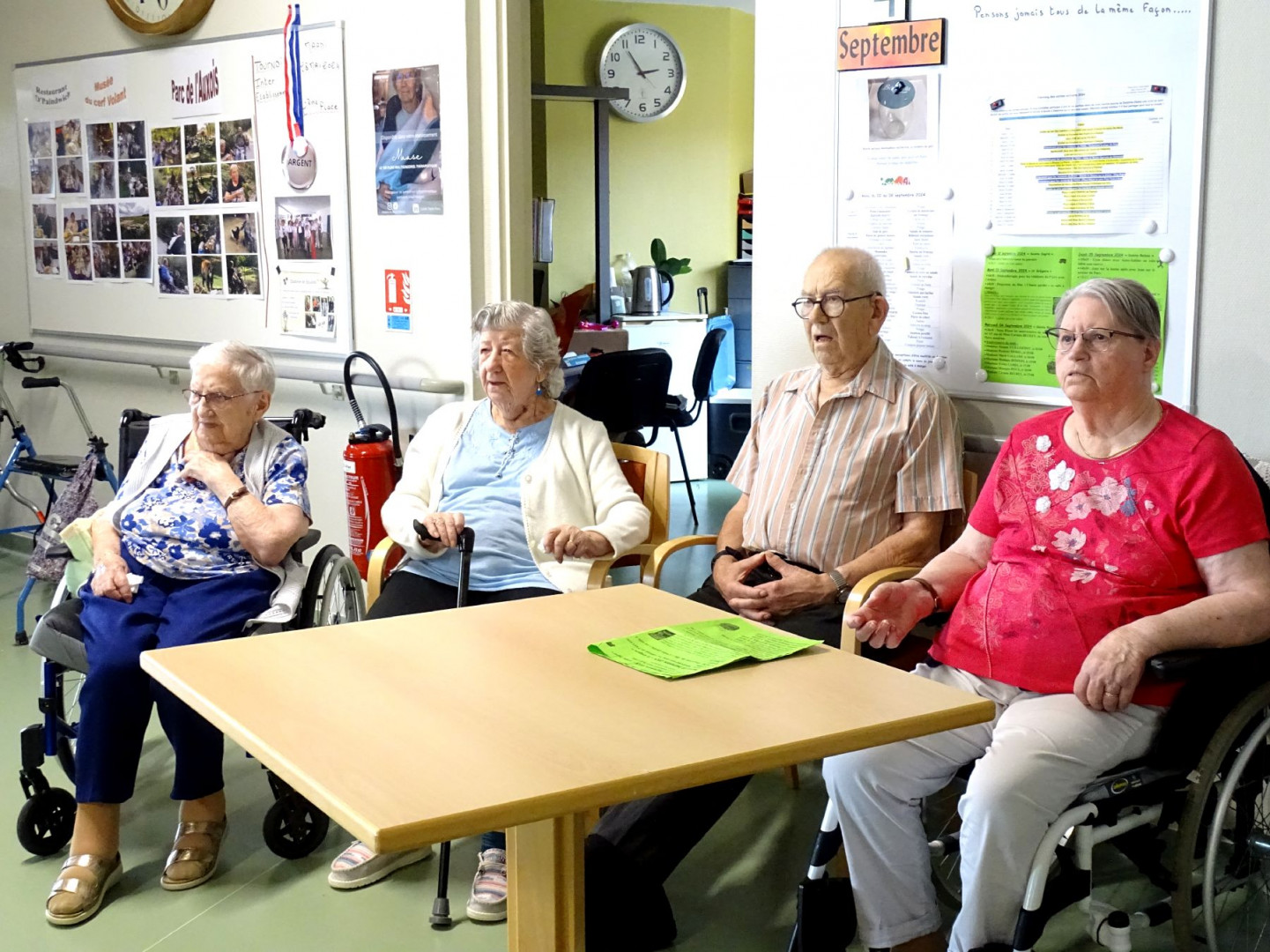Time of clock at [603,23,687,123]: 2:54
